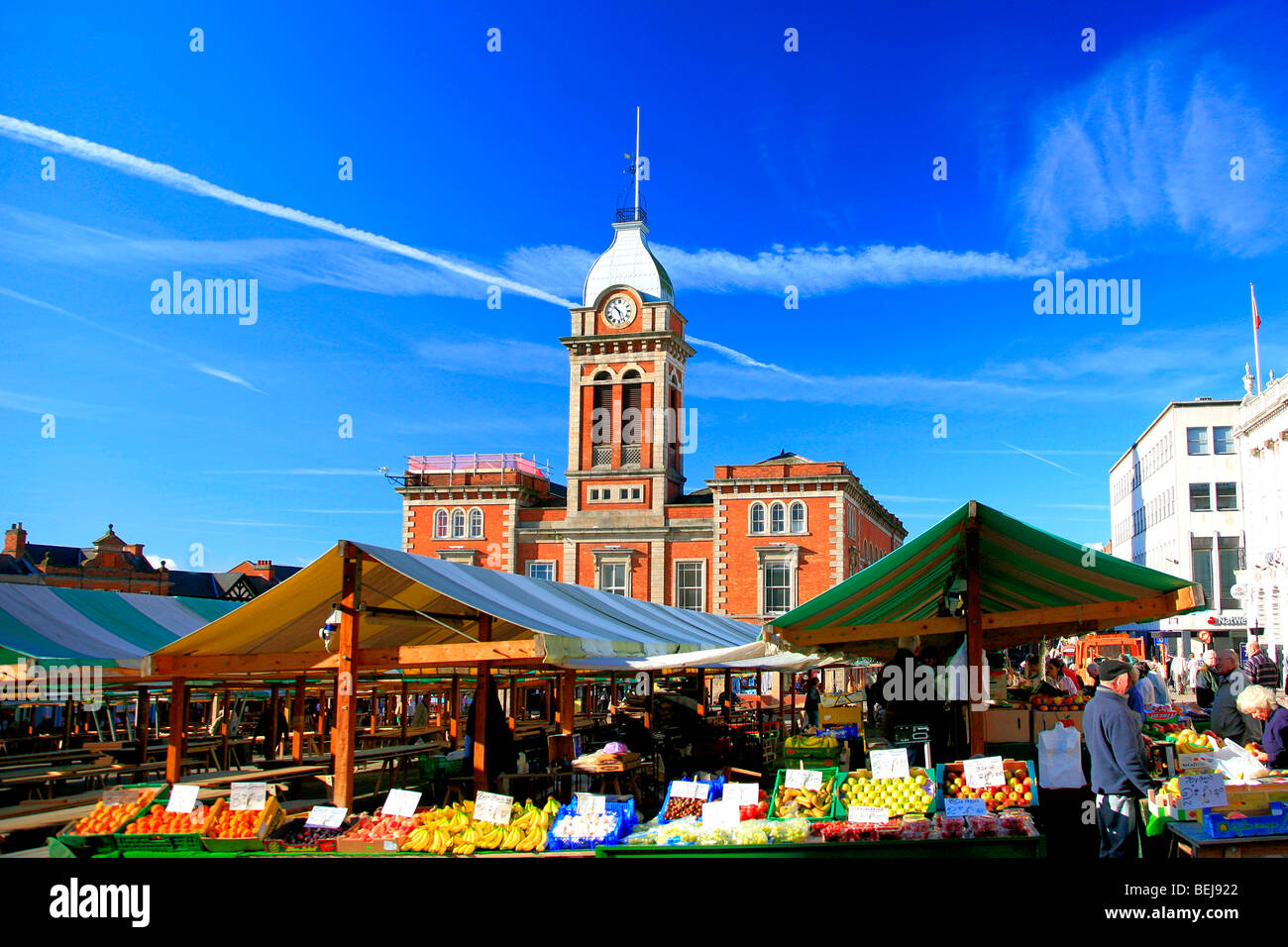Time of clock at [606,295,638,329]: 10:26
